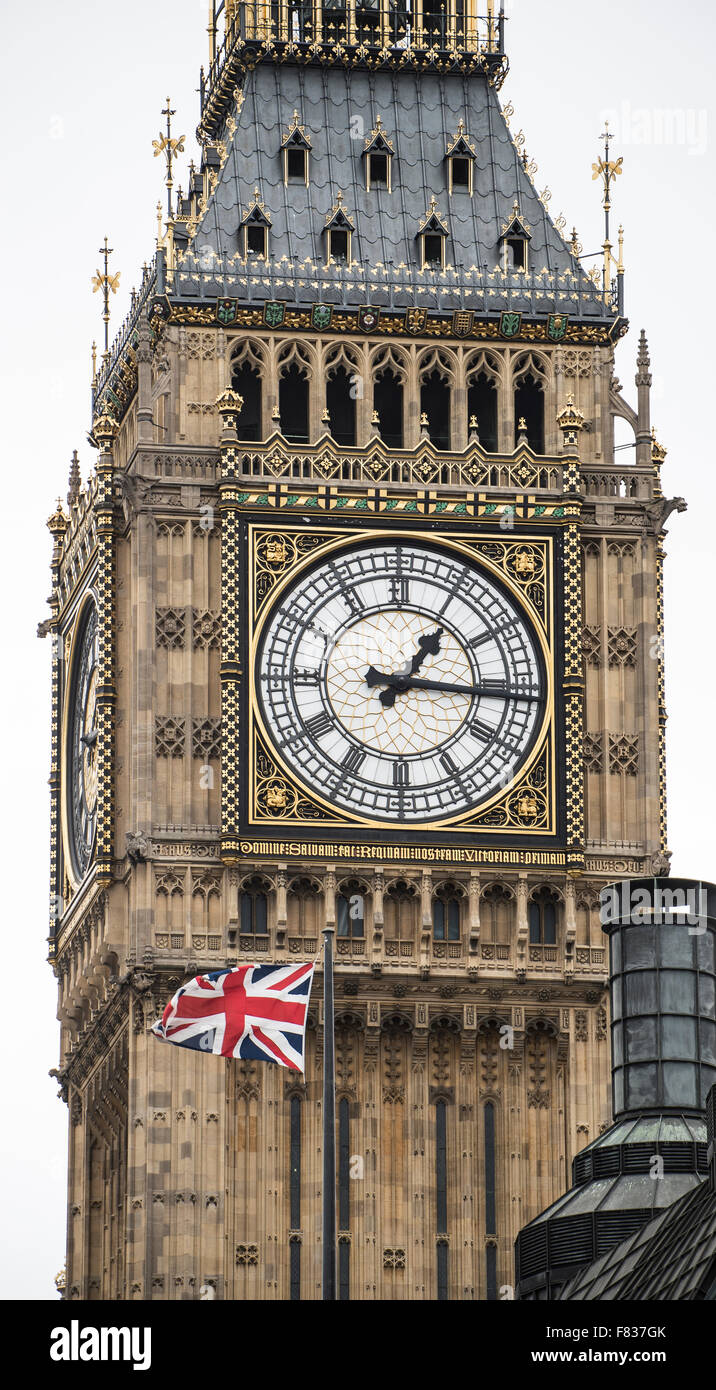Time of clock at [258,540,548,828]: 1:16
